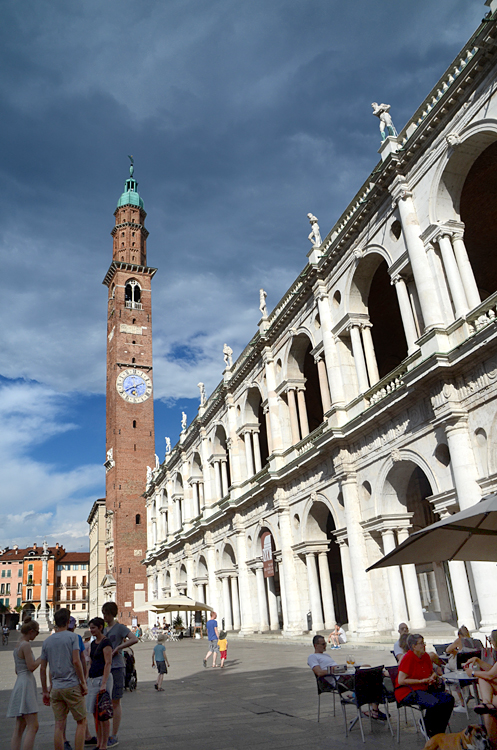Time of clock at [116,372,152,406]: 6:40
